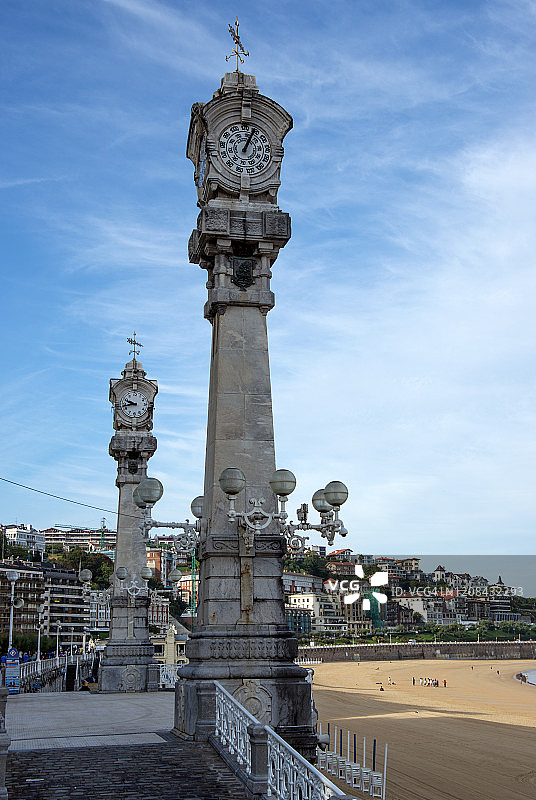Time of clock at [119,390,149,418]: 9:43
